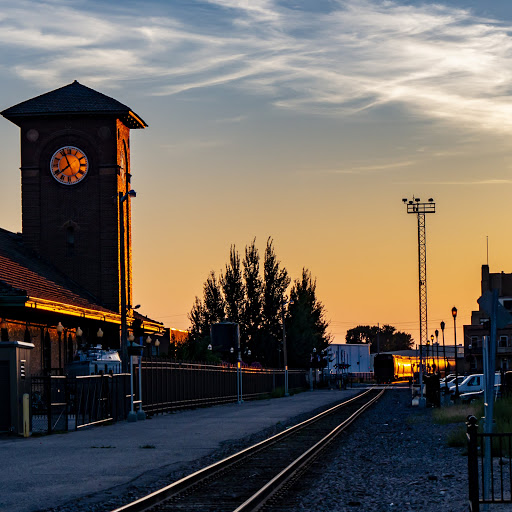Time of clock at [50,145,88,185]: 7:56
